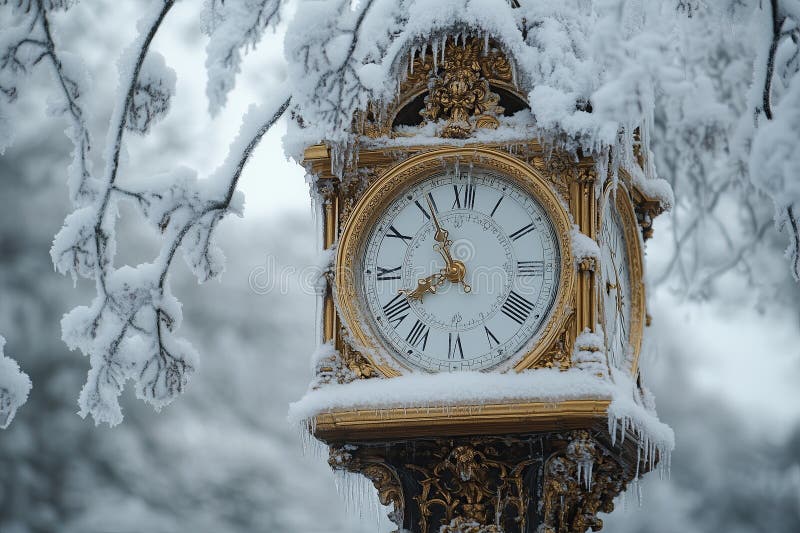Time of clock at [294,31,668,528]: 7:55
